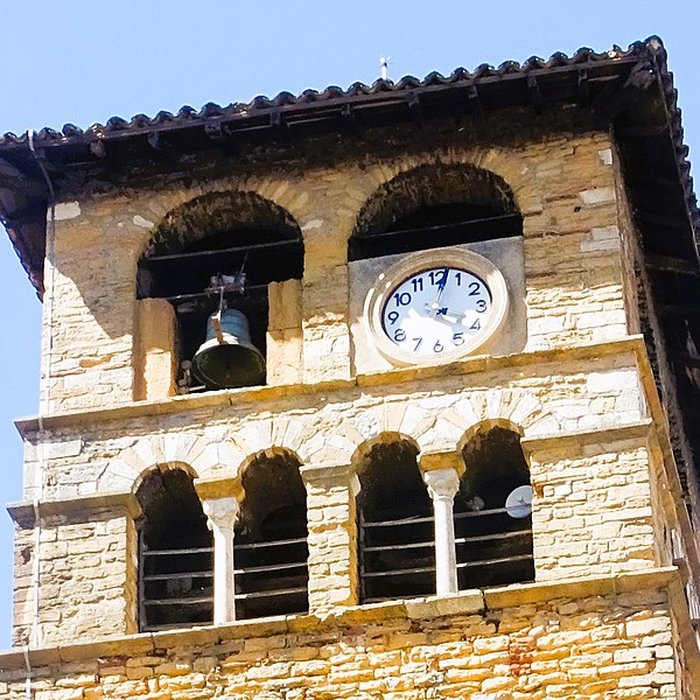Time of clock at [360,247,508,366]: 4:02
